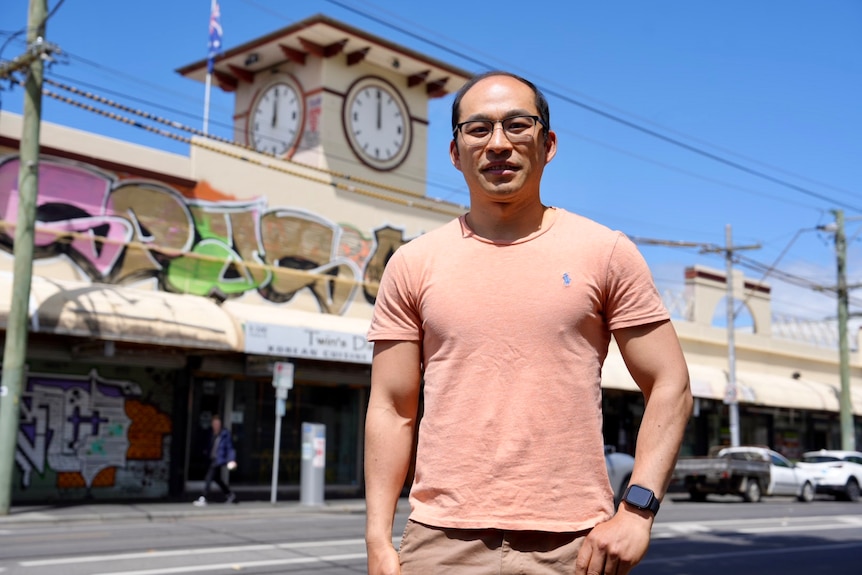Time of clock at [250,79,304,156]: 12:00
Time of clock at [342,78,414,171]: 12:00
